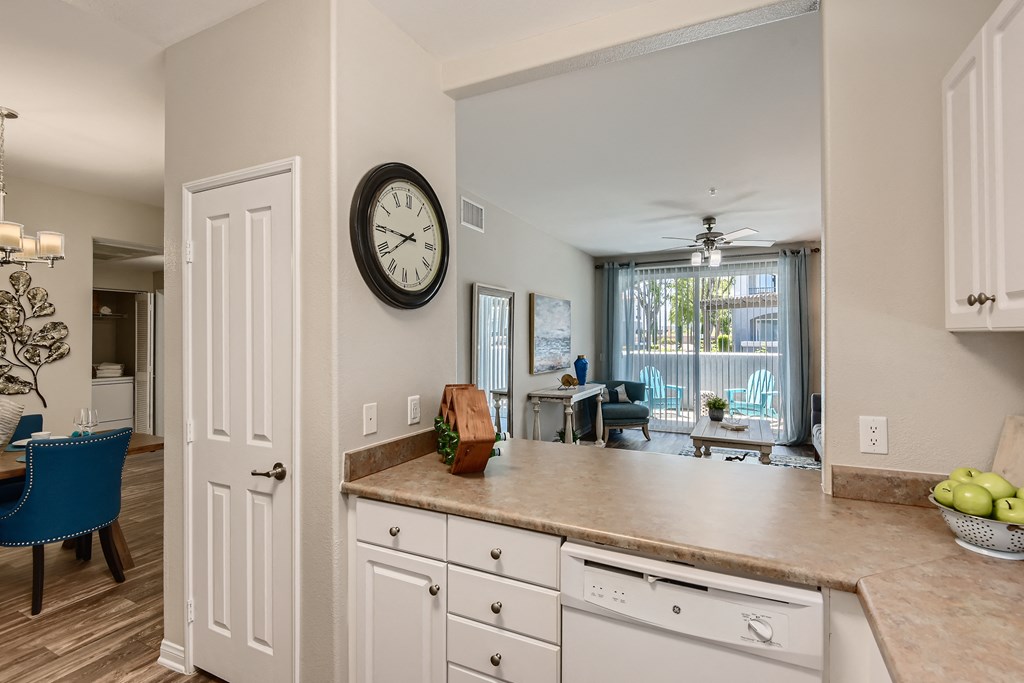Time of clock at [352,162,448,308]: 7:45
